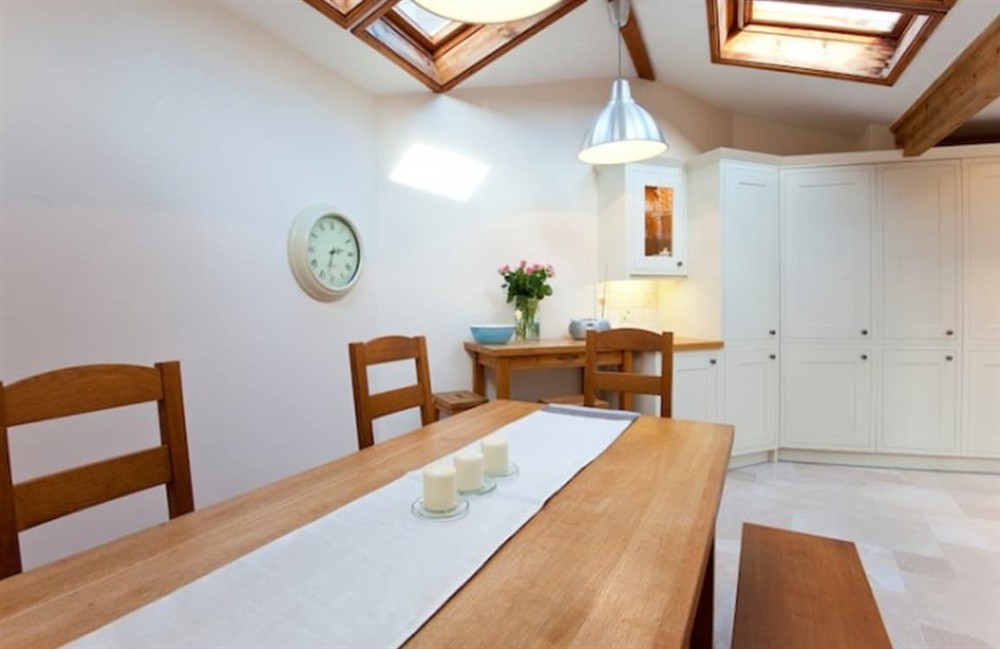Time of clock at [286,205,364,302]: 2:32
